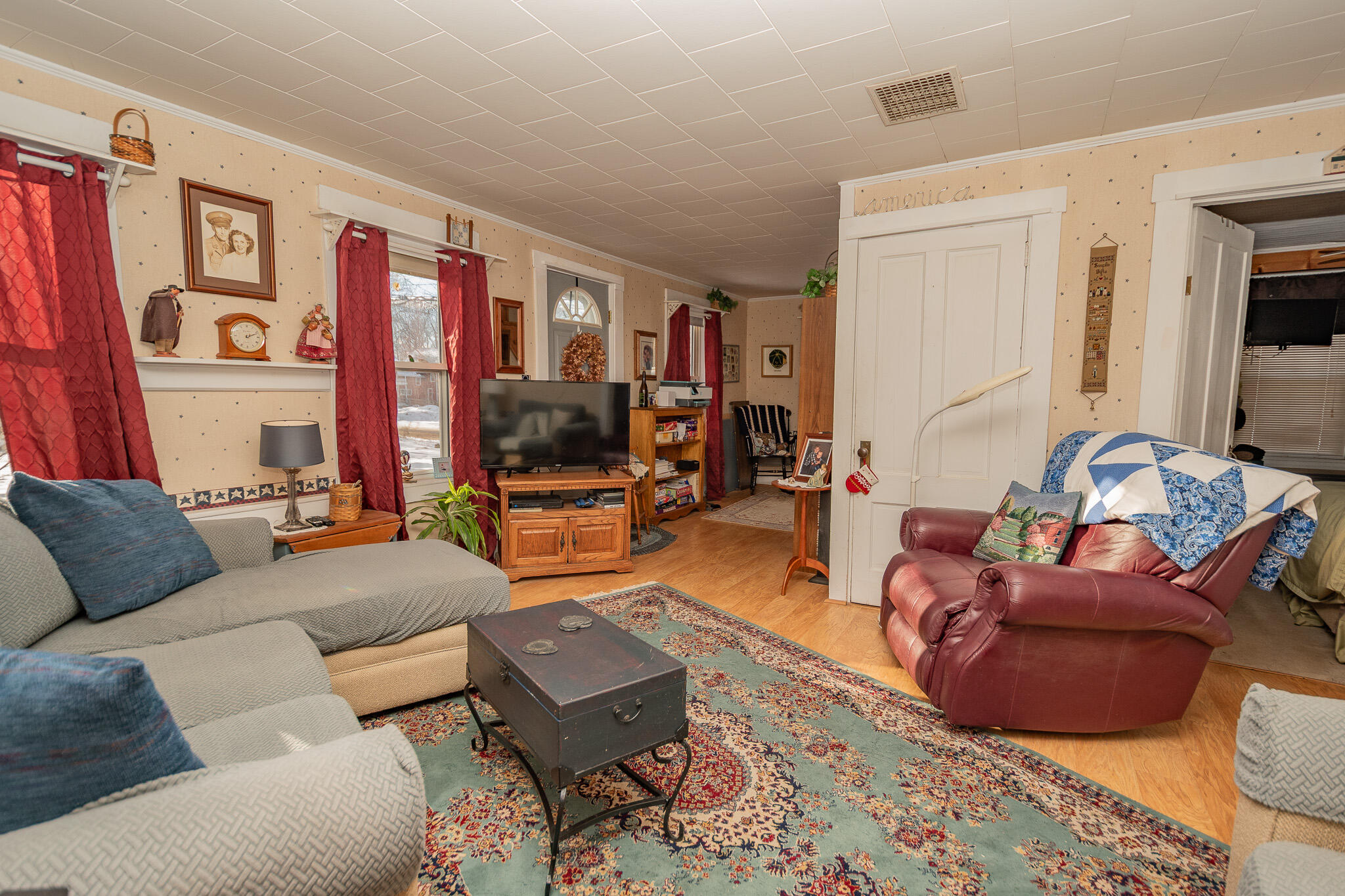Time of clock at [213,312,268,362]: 2:11
